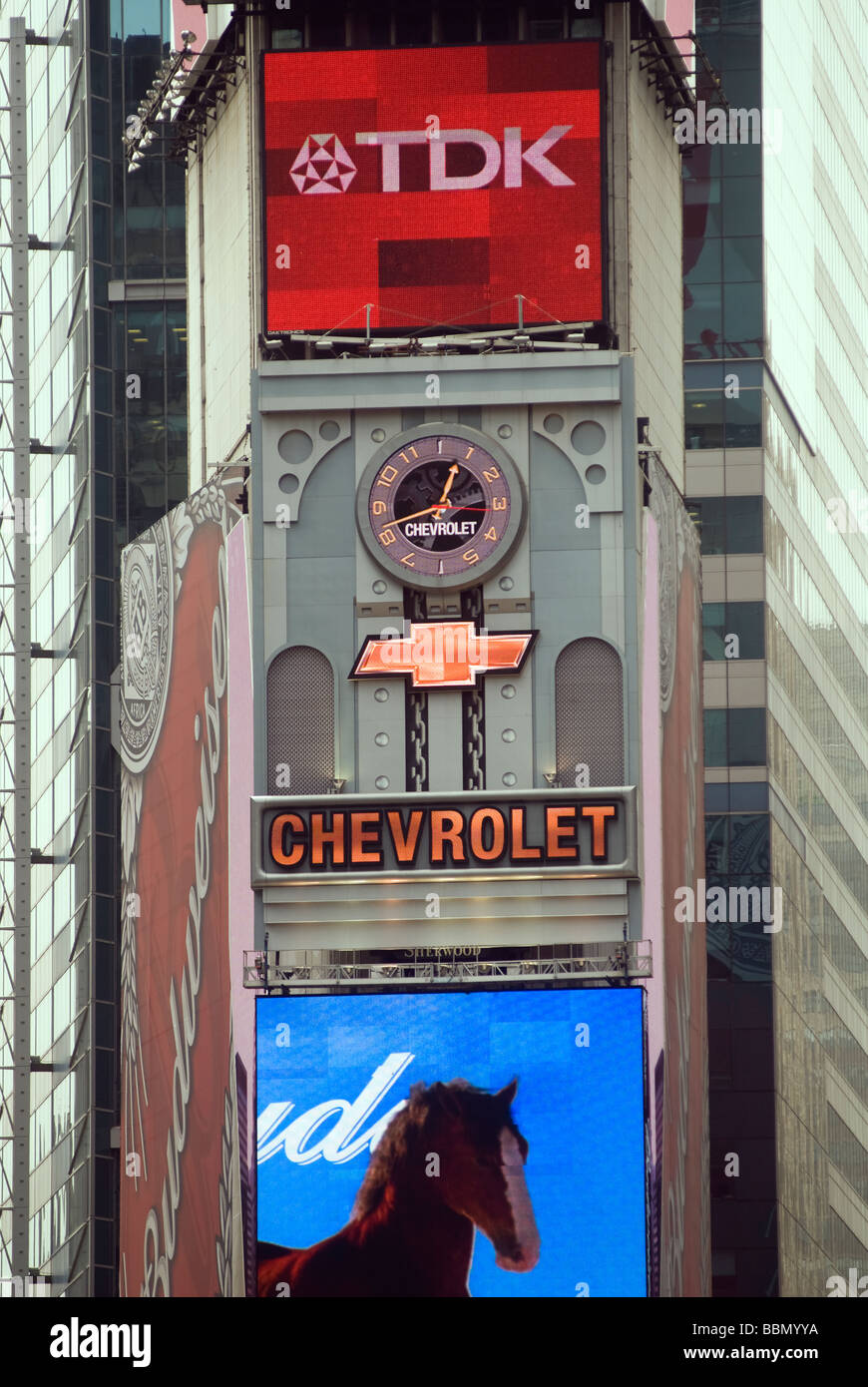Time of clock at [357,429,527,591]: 12:42
